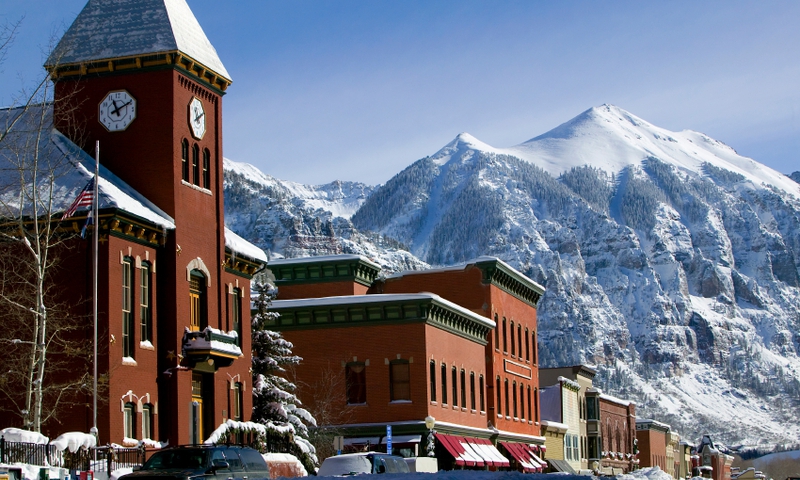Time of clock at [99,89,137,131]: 11:10
